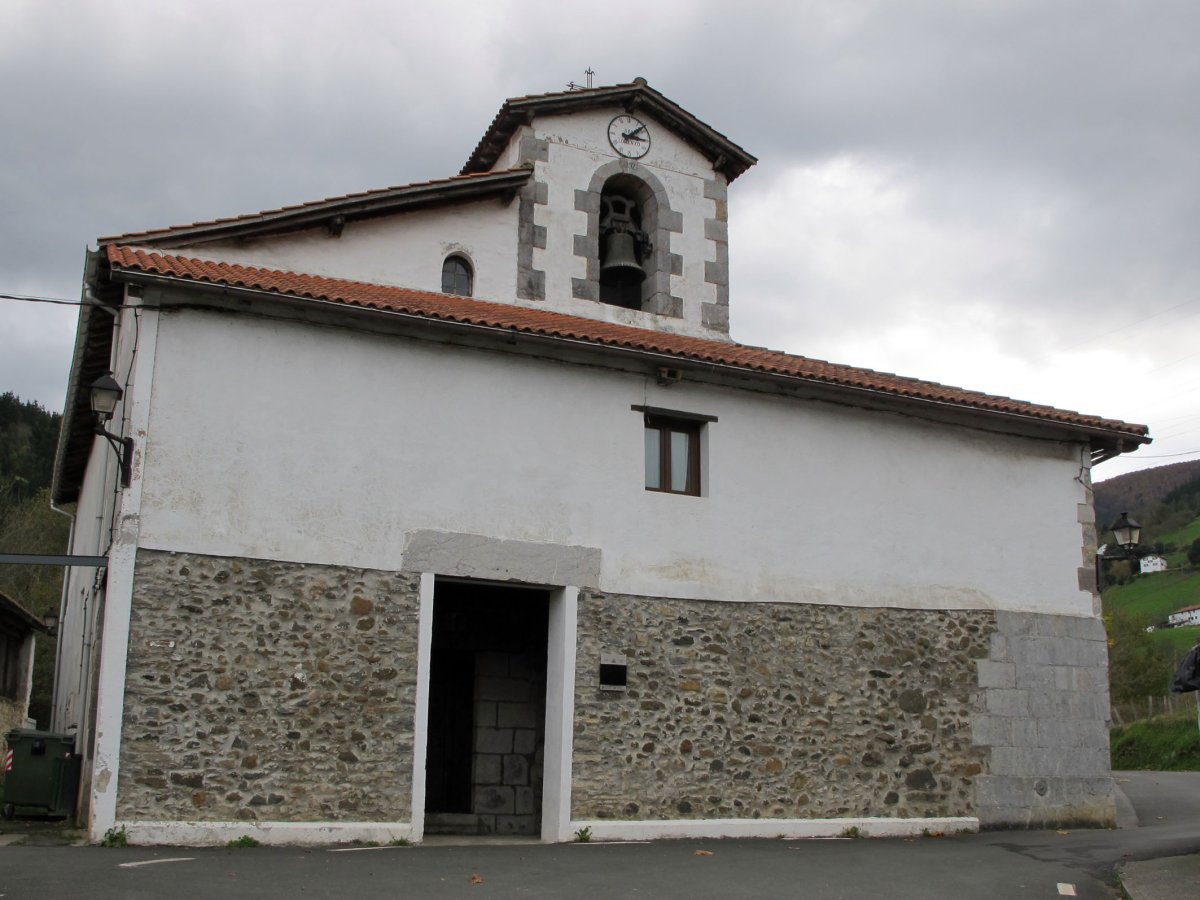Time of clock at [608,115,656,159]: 3:07
